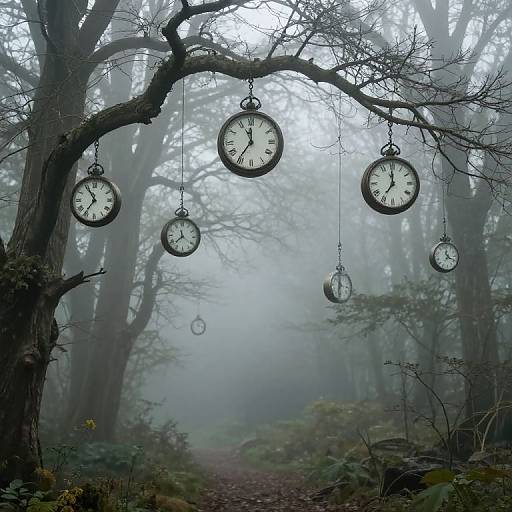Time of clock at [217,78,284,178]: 11:35
